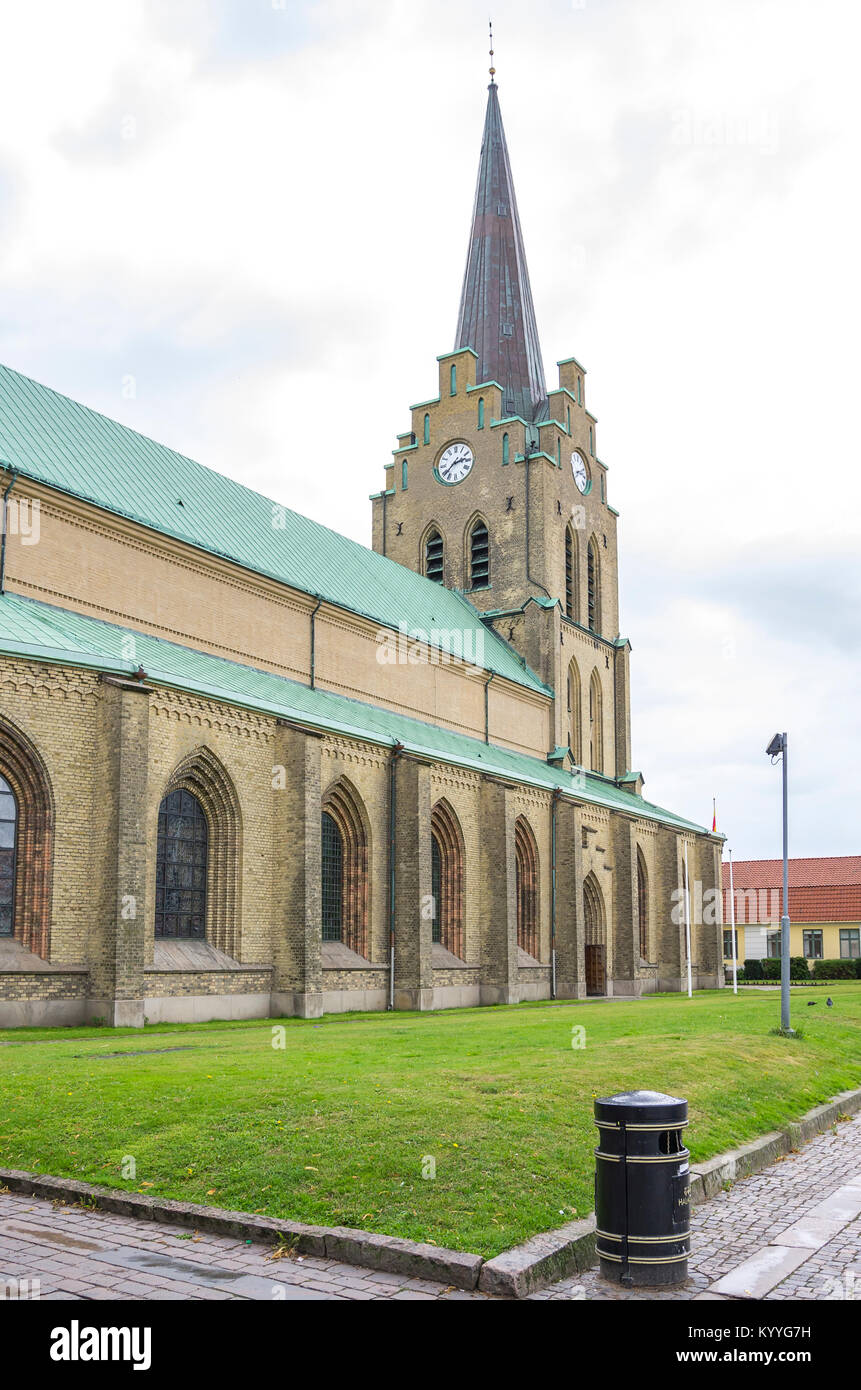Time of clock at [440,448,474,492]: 2:38
